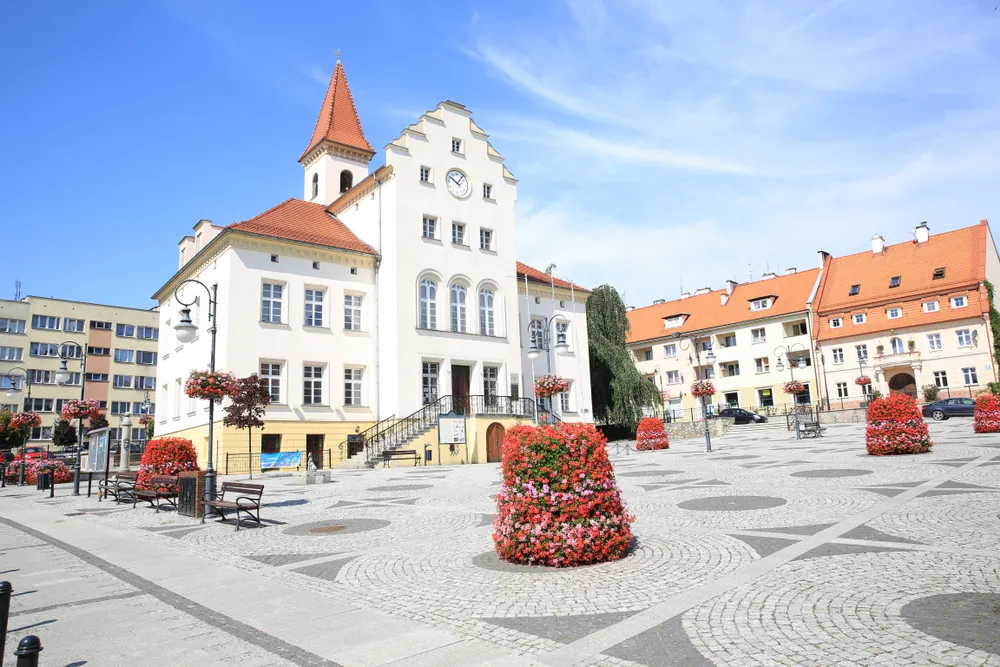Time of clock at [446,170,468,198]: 10:07
